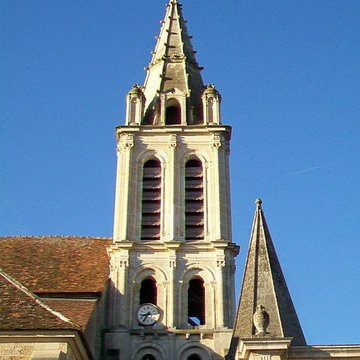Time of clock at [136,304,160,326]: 8:35
